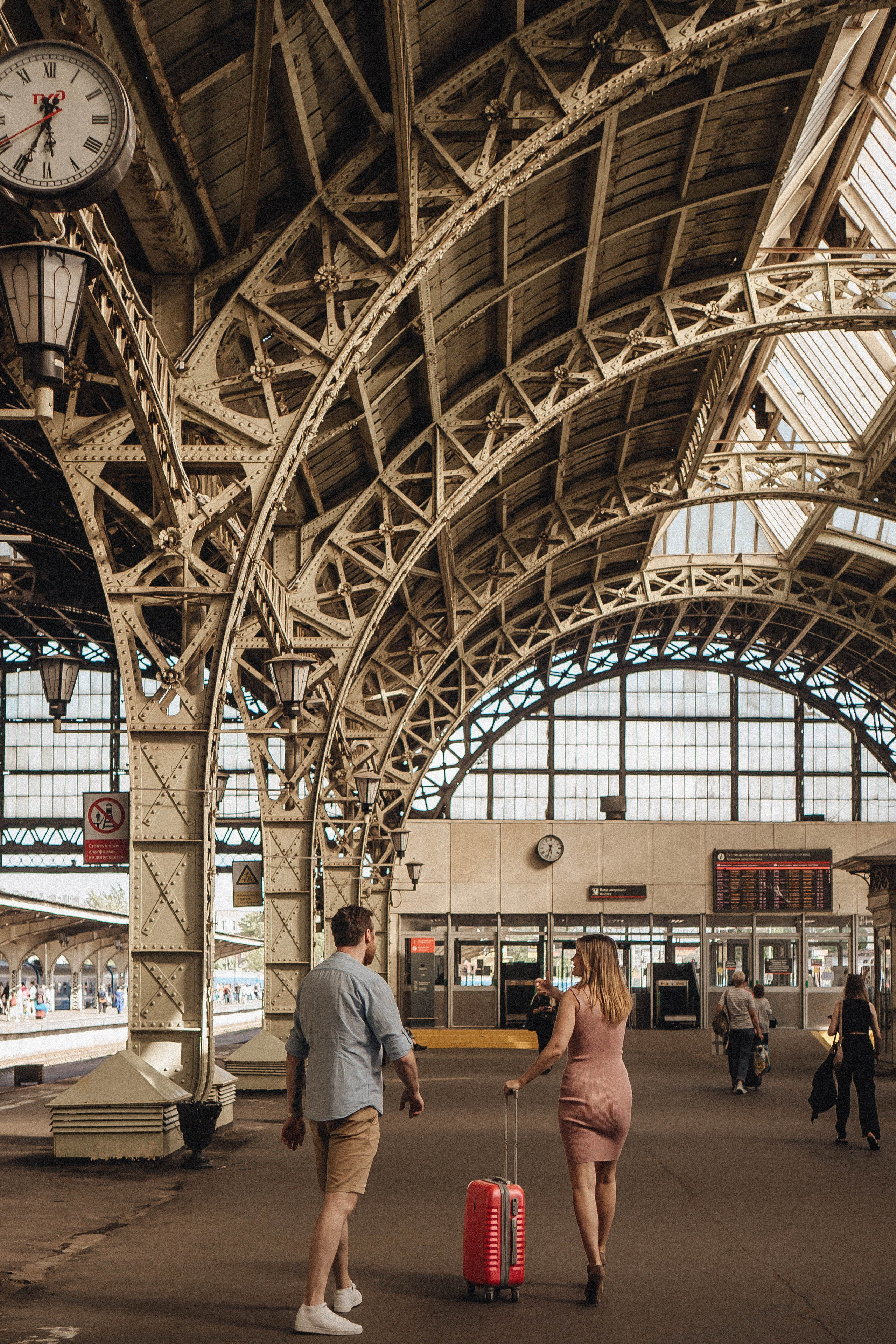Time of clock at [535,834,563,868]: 5:33
